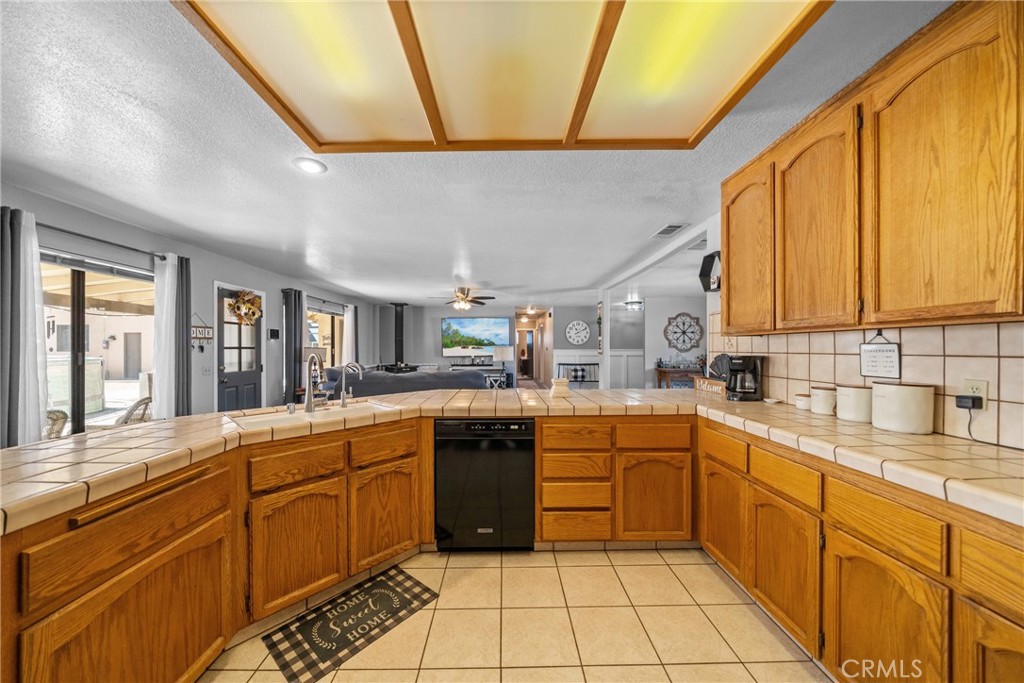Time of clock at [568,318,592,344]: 11:10
